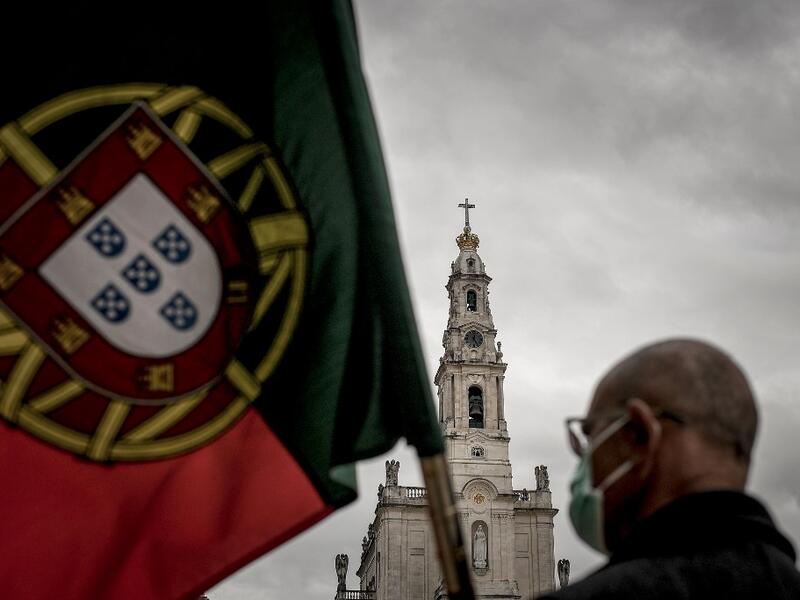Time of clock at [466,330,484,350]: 12:24
